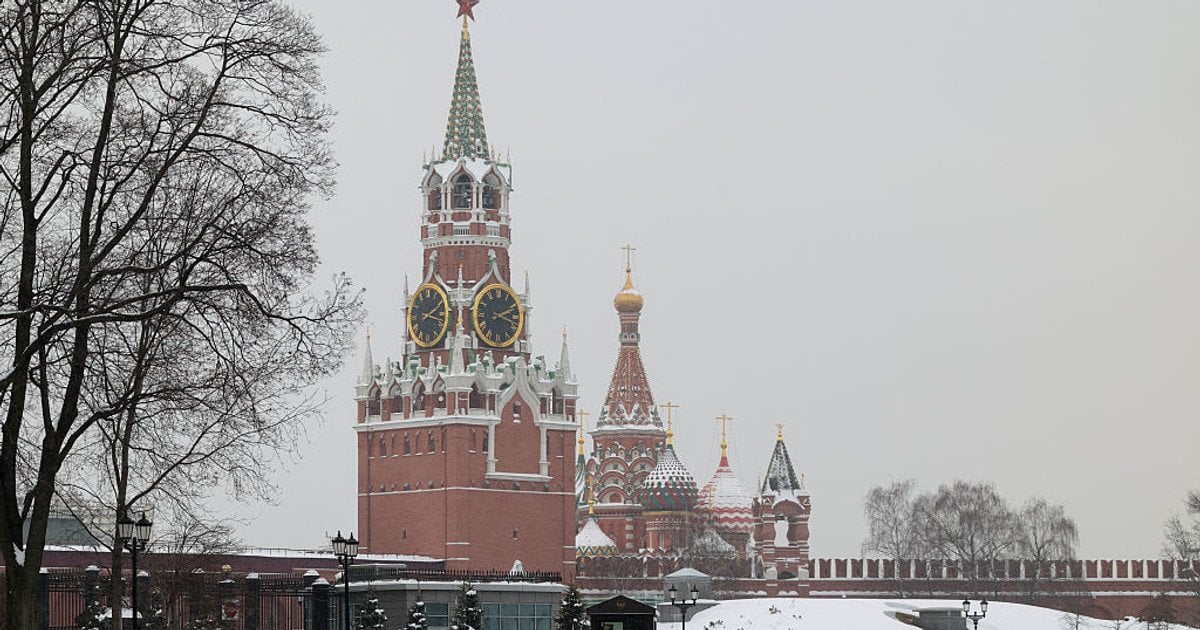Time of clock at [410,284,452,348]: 2:17
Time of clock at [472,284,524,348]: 2:18
